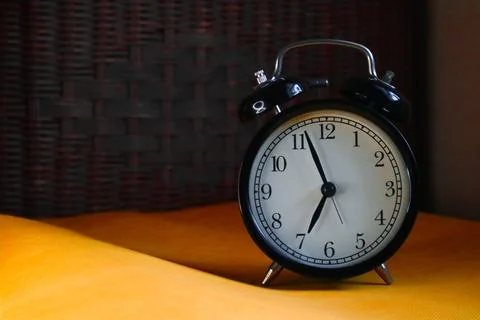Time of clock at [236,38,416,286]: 6:56
